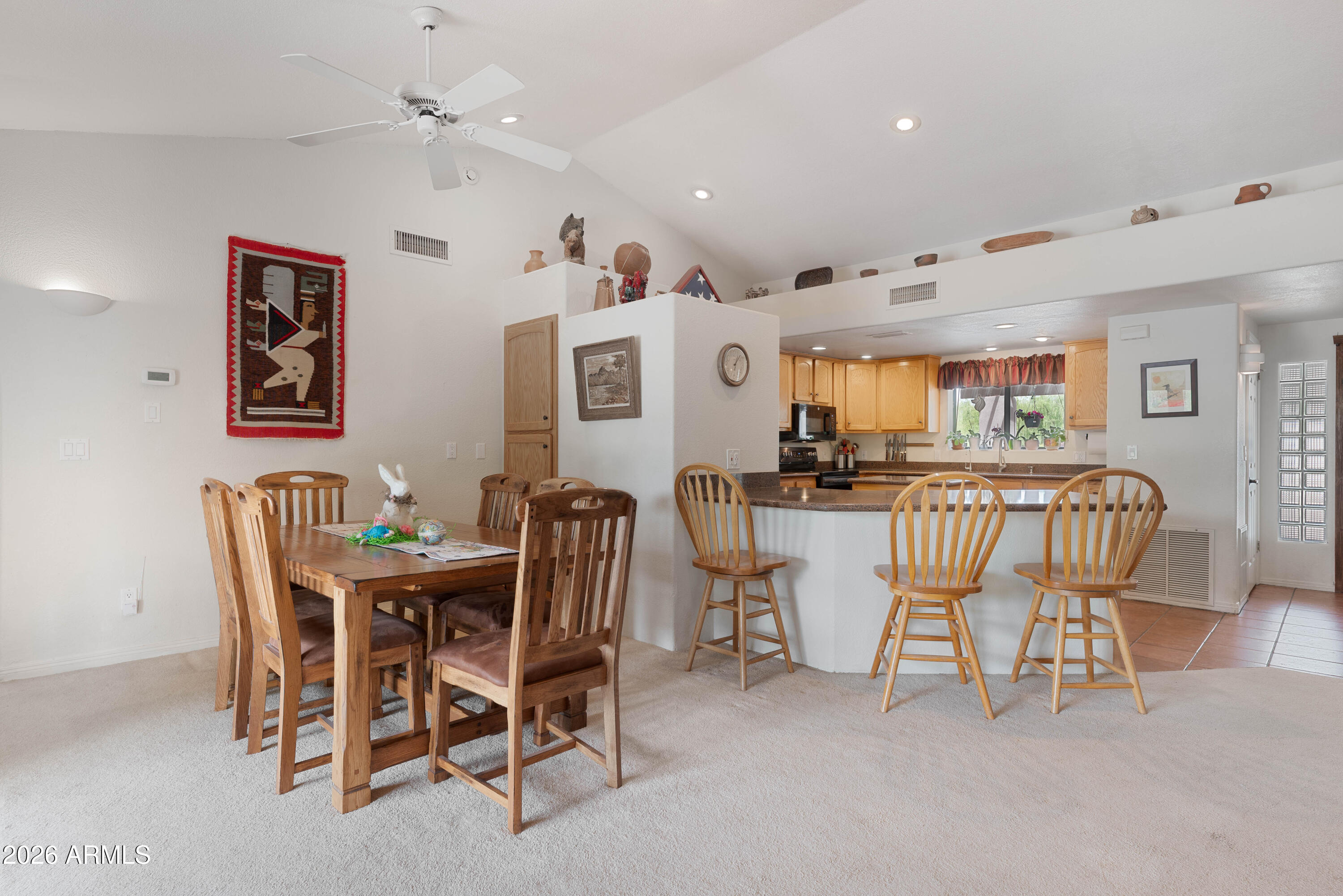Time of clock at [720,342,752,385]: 1:07
